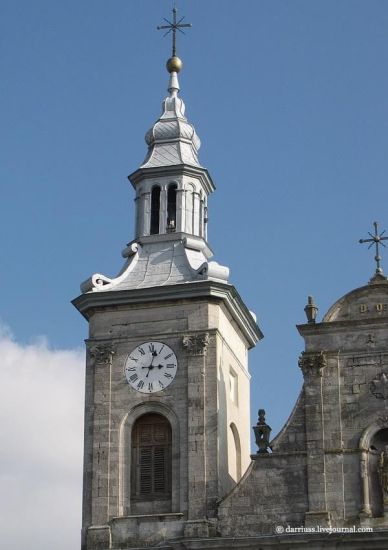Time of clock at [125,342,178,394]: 3:02
